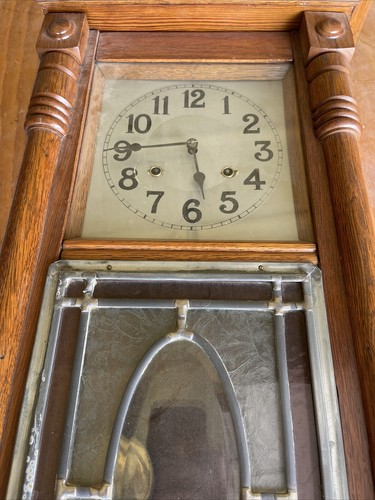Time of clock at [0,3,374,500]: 5:44
